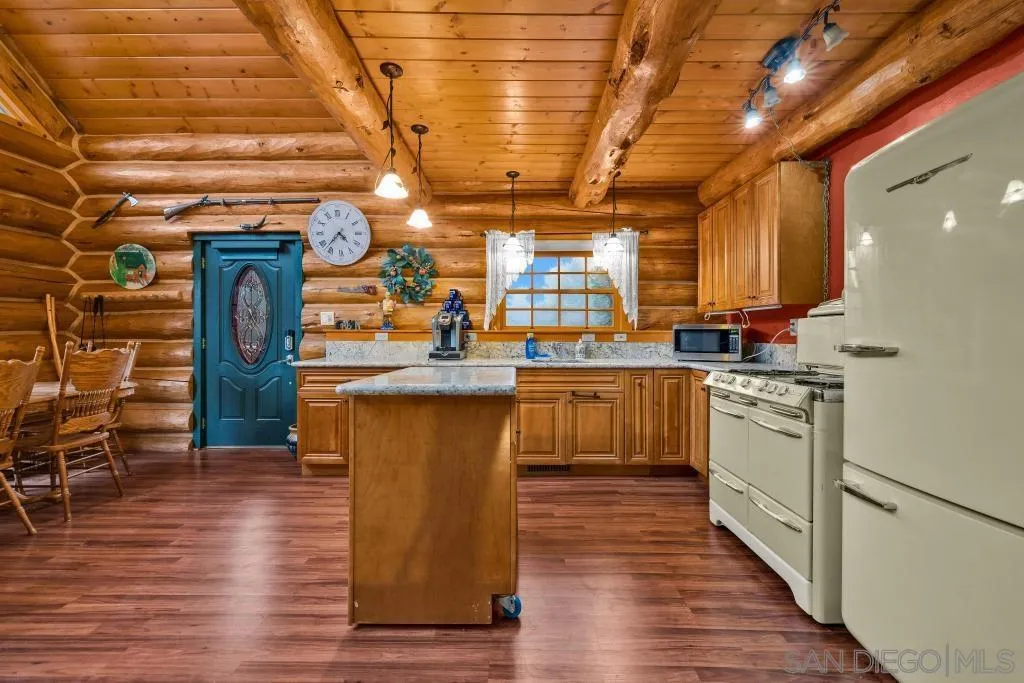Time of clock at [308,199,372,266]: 4:37
